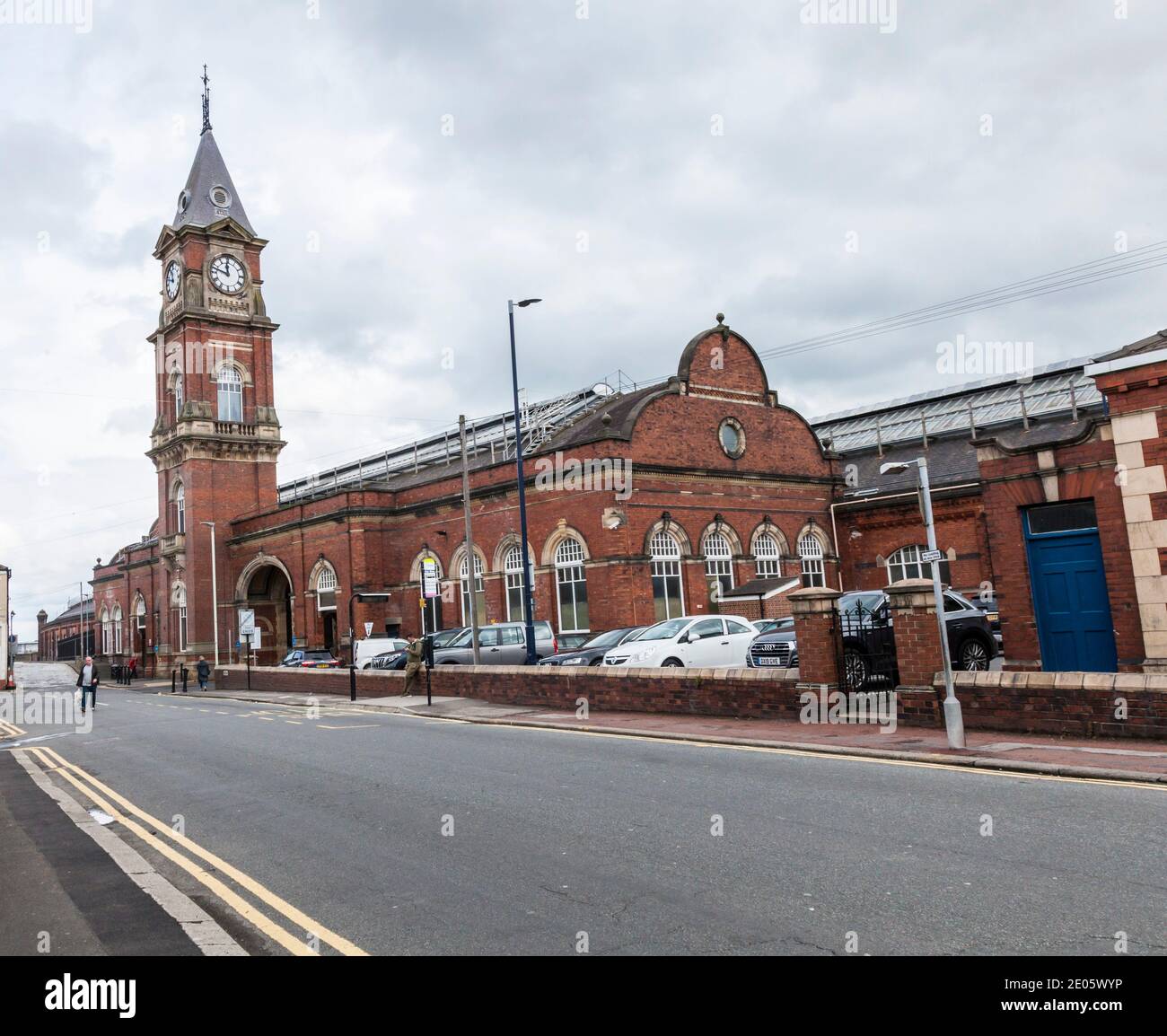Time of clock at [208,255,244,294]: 11:47
